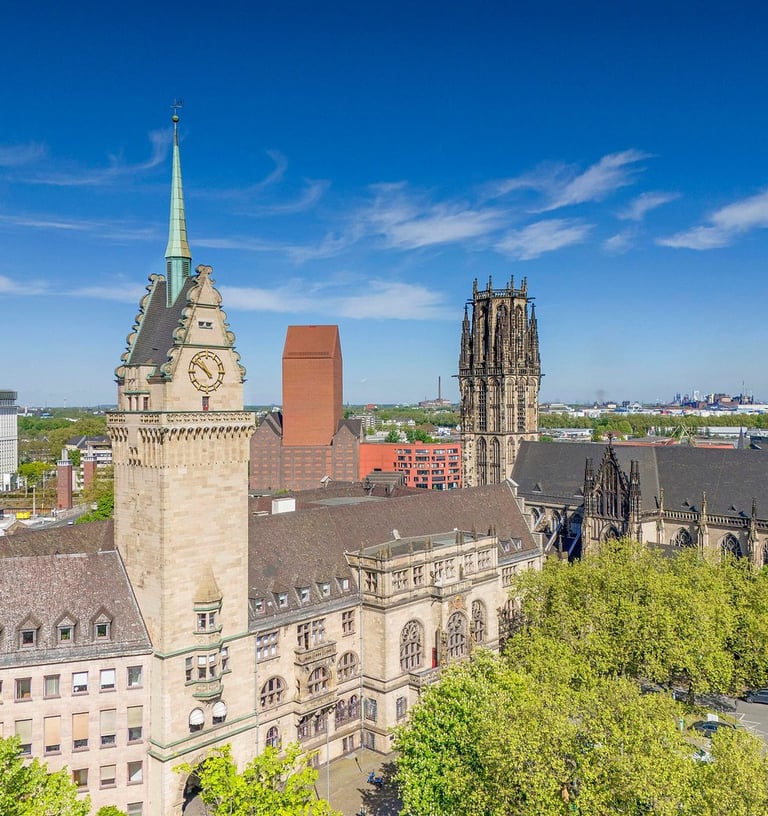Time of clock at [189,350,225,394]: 10:51
